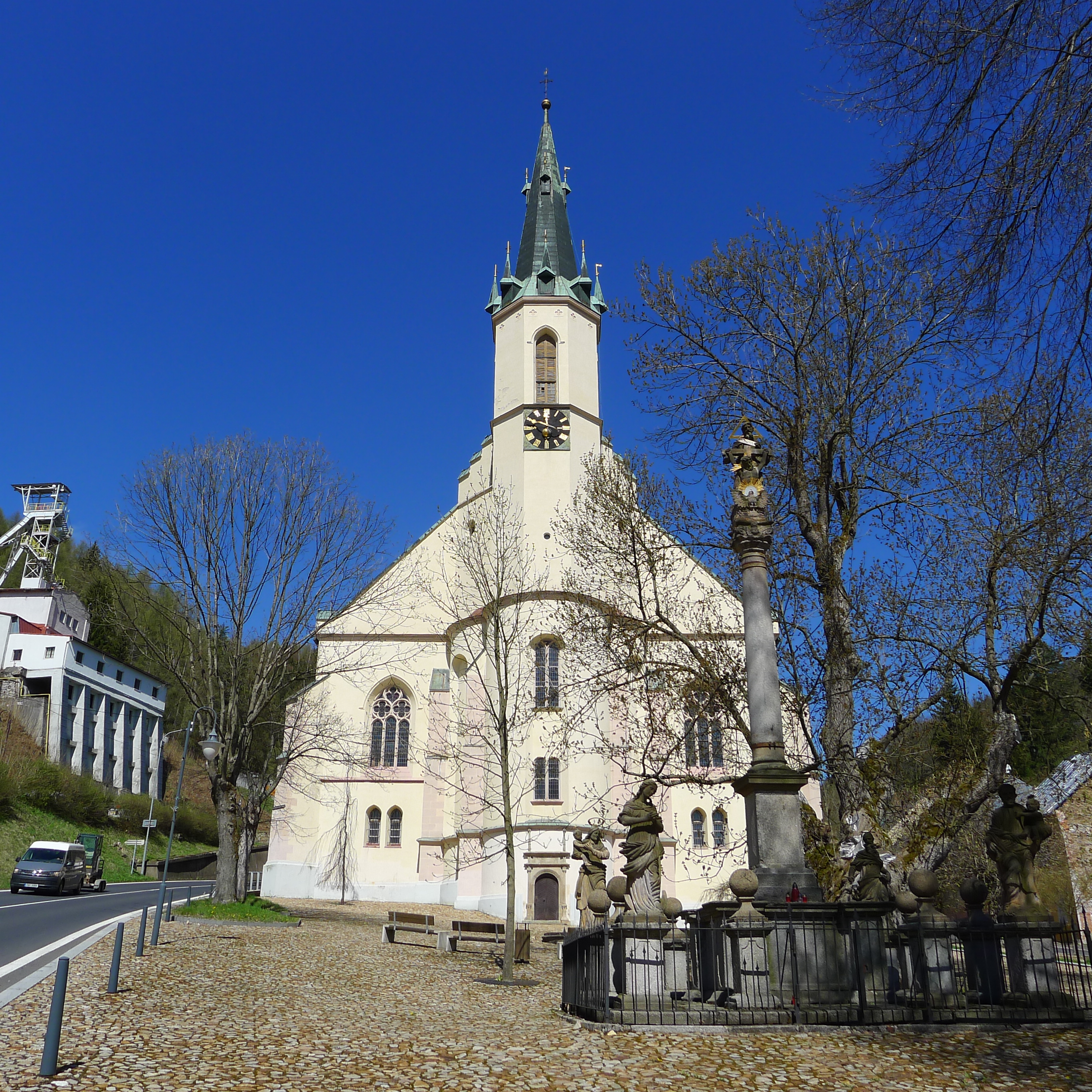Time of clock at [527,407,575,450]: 11:48
